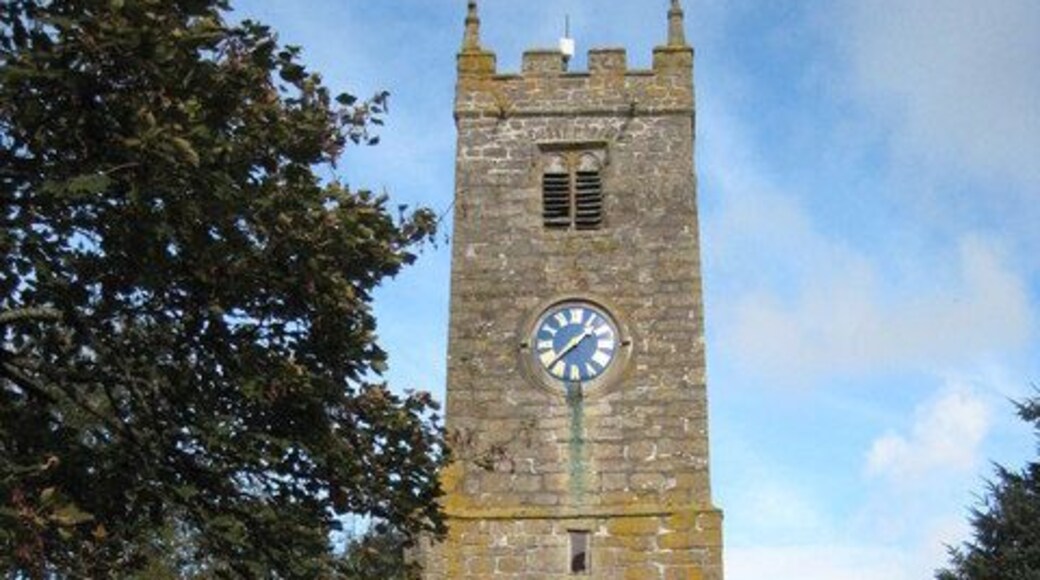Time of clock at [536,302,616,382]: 1:38
